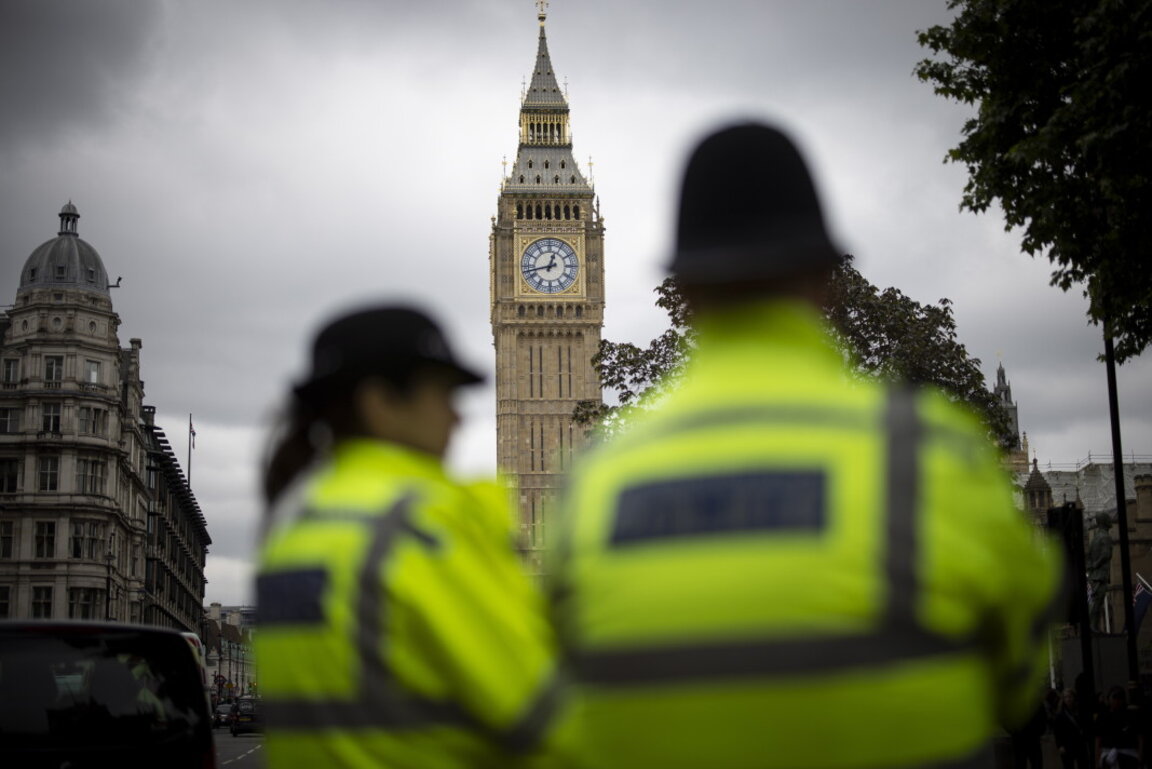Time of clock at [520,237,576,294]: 12:42
